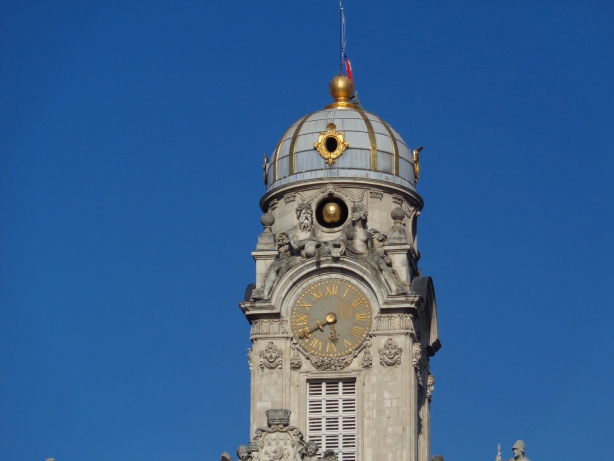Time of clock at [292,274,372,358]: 5:40
